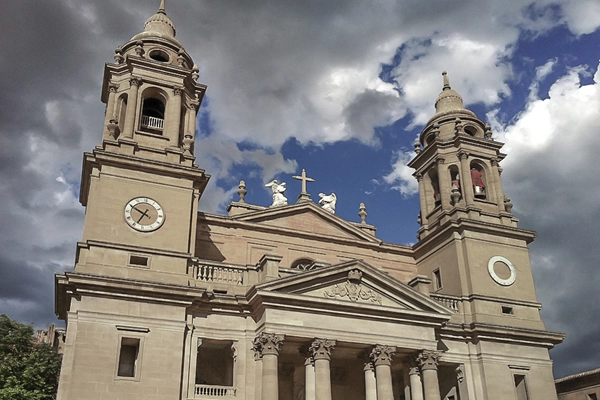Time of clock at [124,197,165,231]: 6:49
